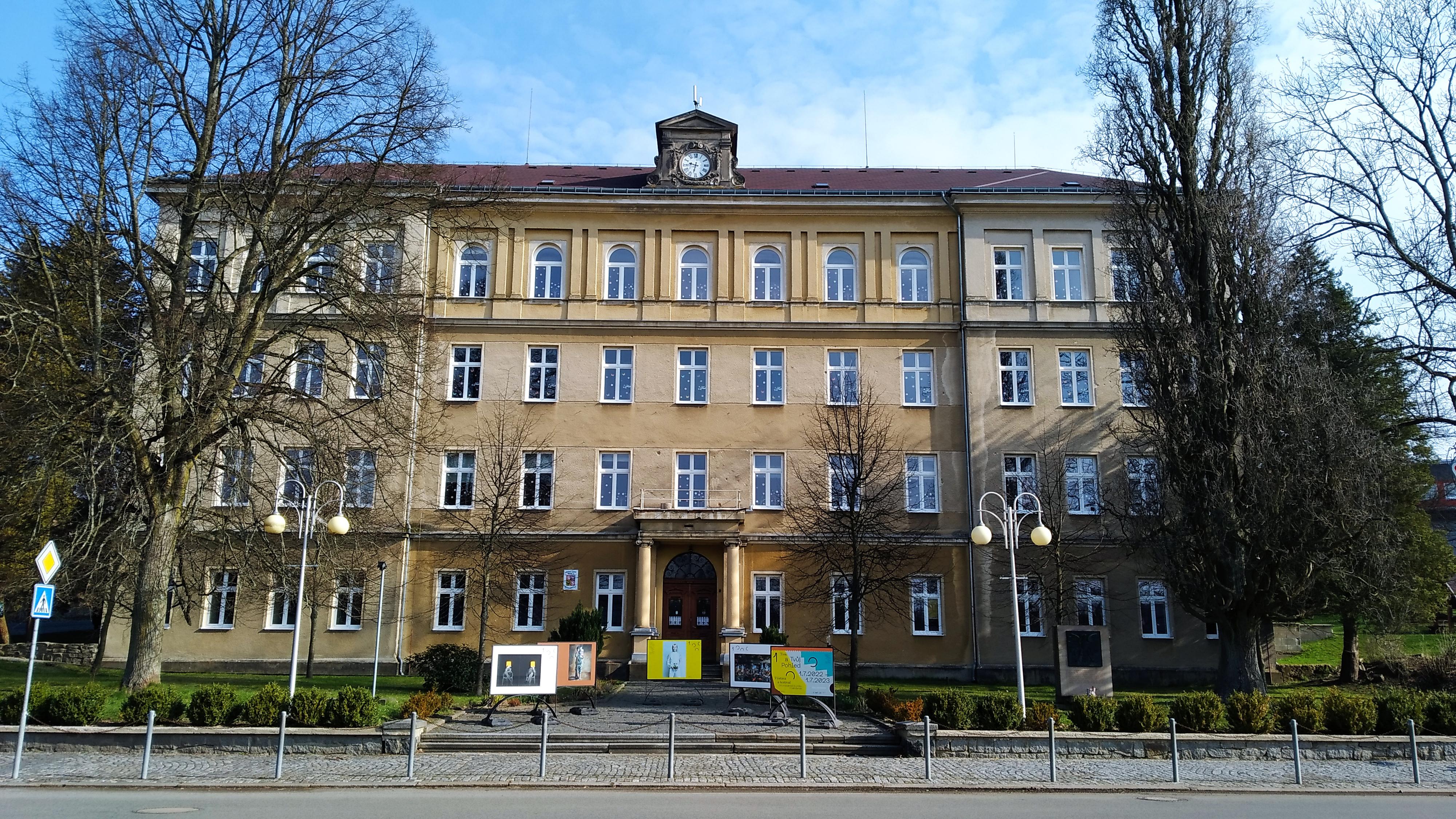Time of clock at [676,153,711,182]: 9:32
